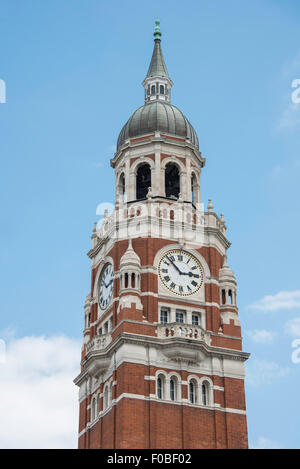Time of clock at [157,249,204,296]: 2:52
